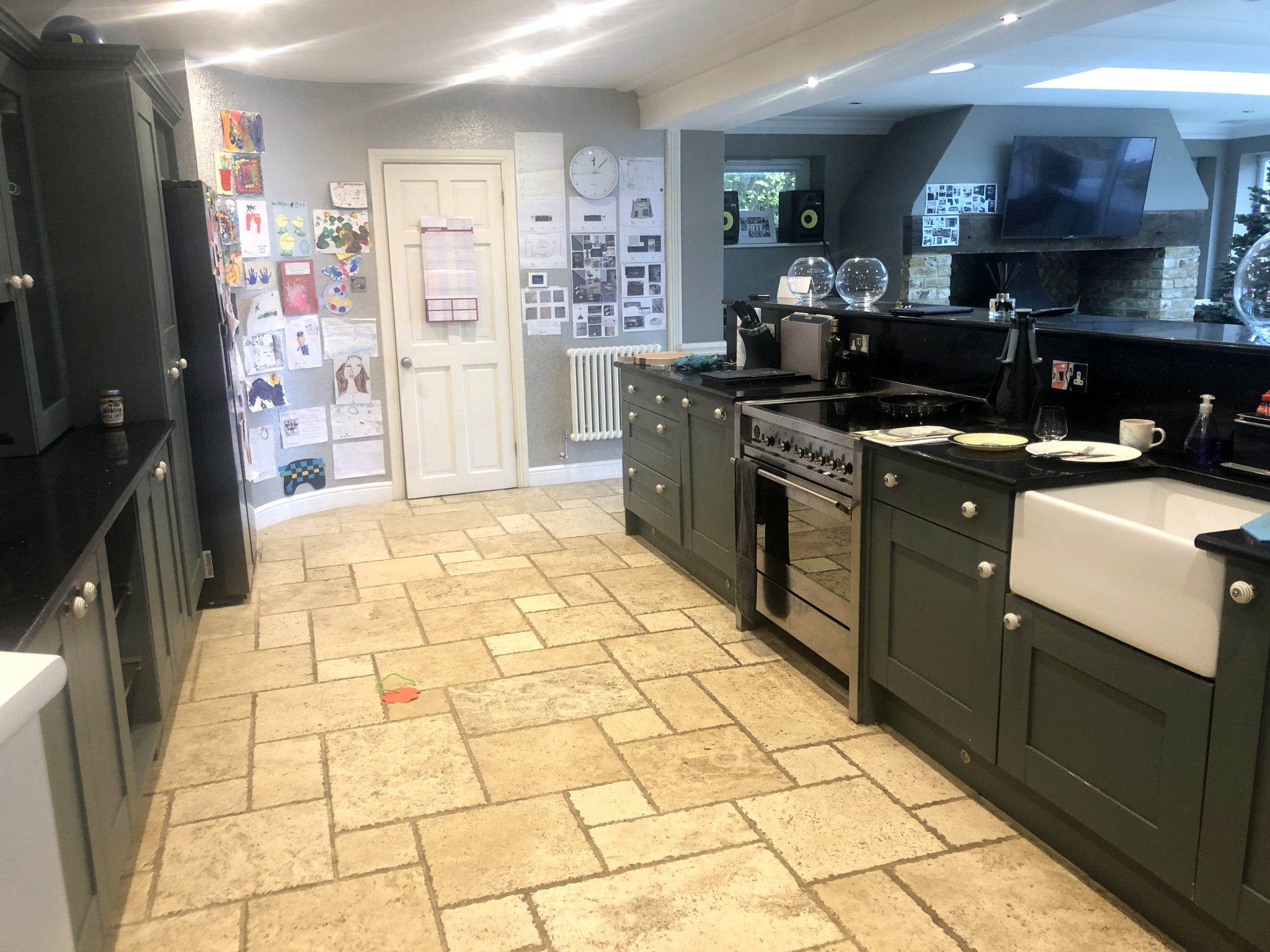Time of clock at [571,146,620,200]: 12:08
